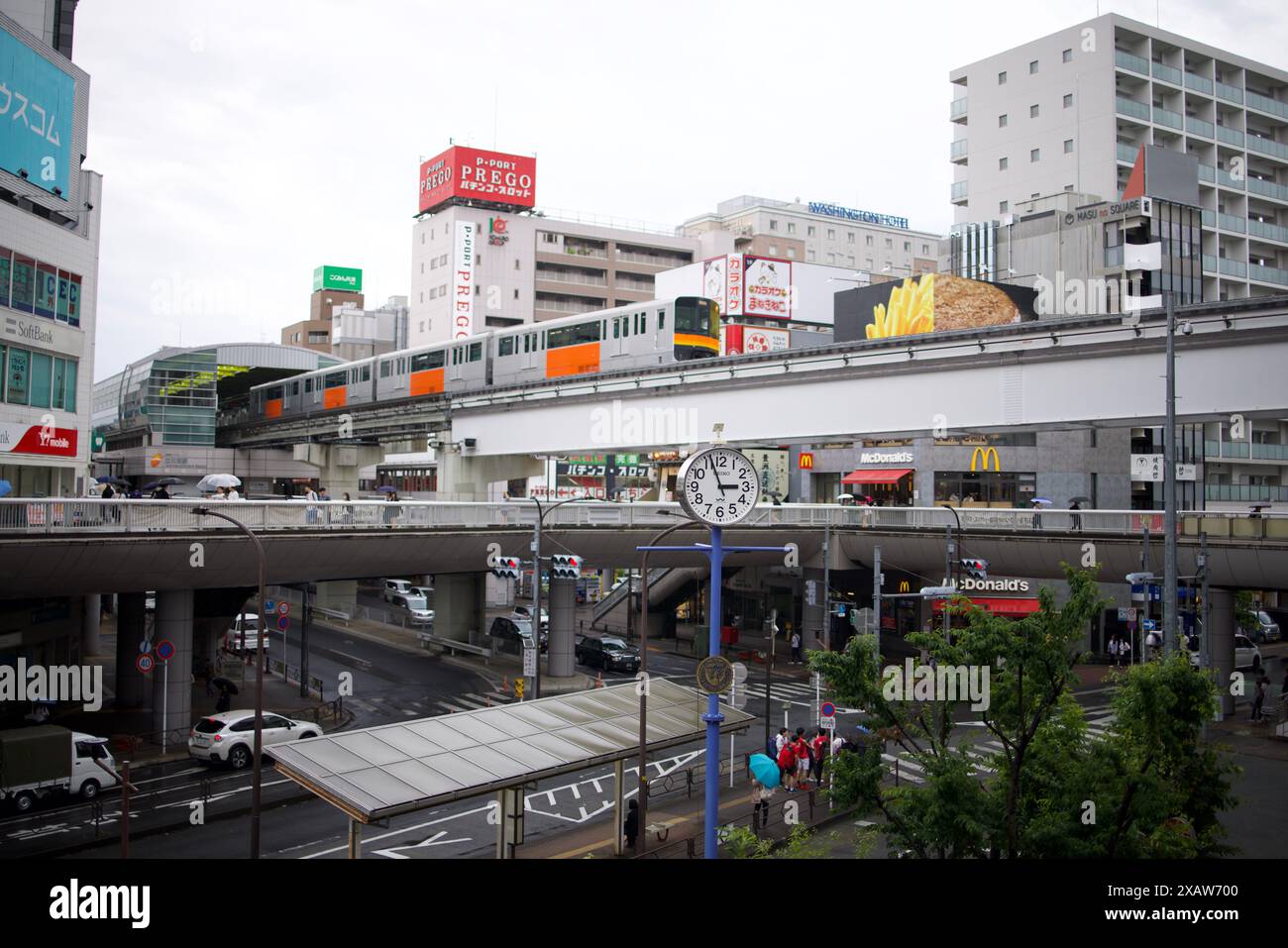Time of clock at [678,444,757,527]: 2:56
